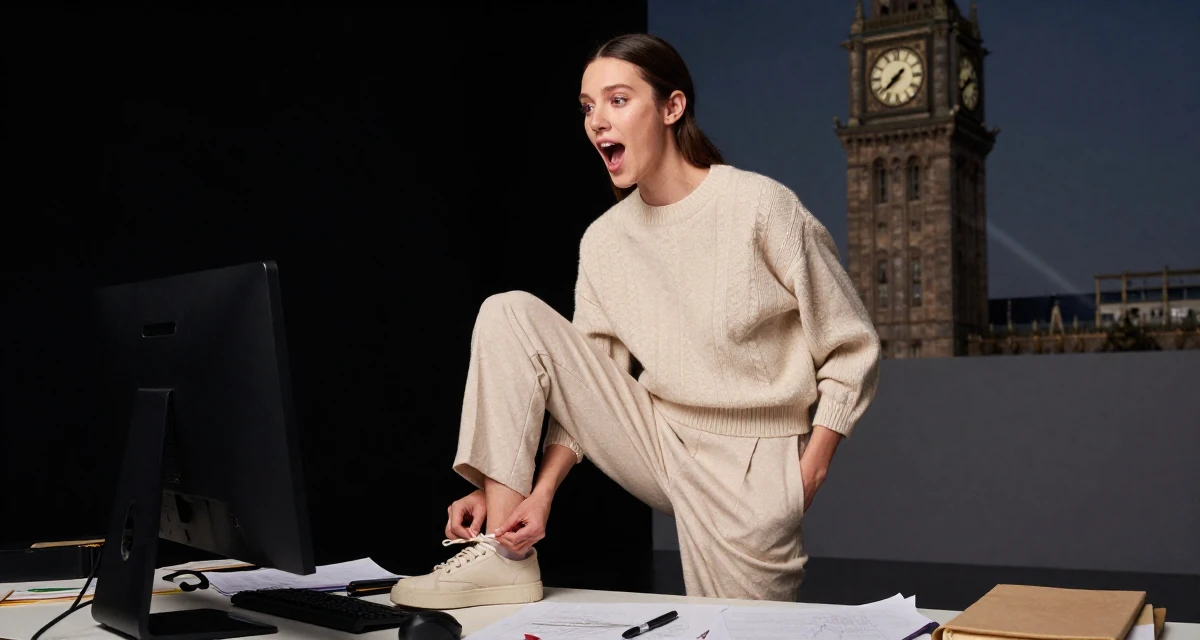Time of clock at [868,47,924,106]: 7:37
